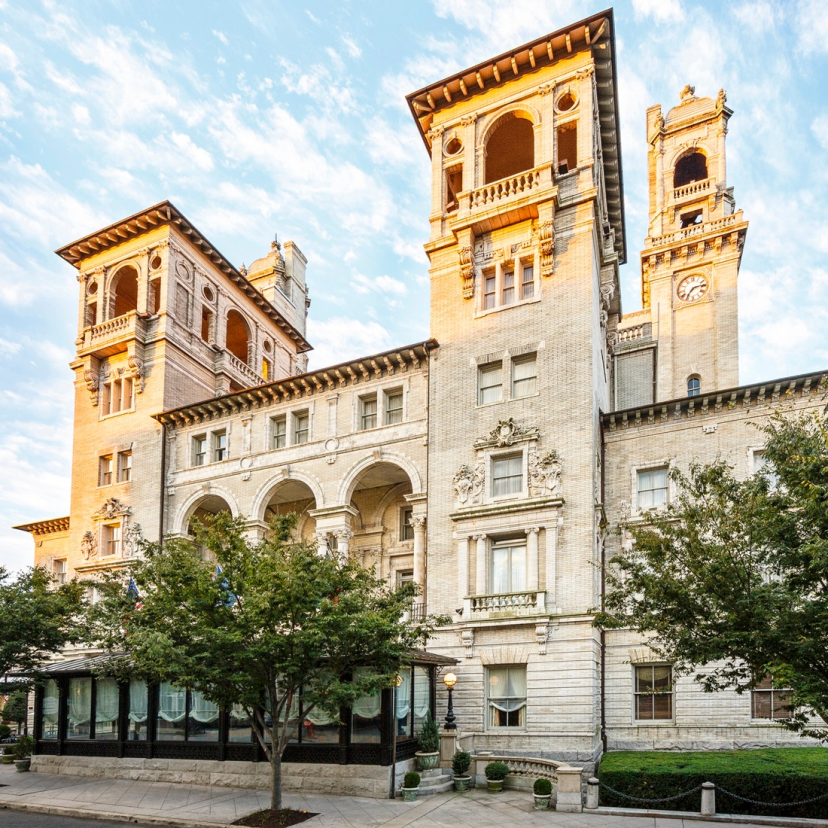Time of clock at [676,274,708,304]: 7:13
